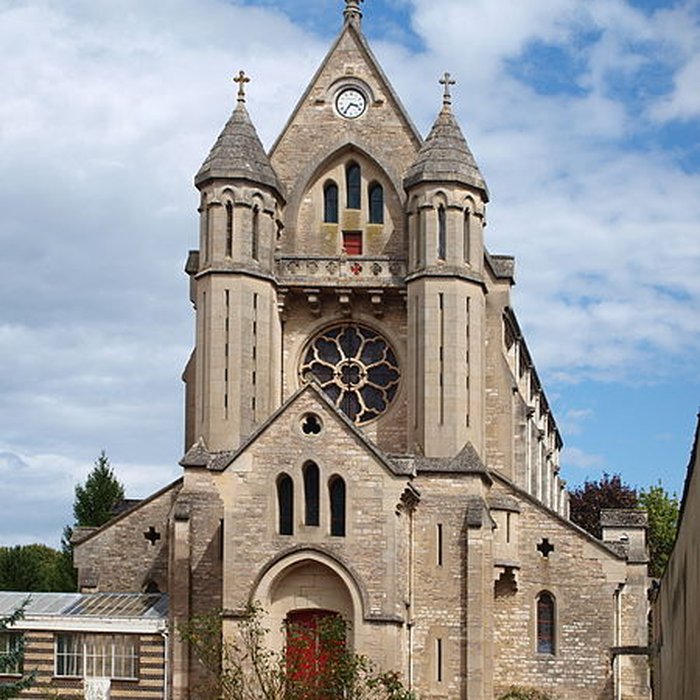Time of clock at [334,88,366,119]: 3:35
